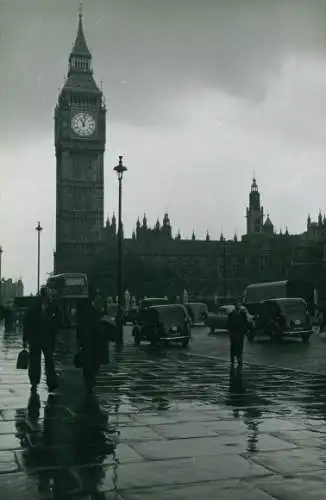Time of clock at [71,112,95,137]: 11:02
